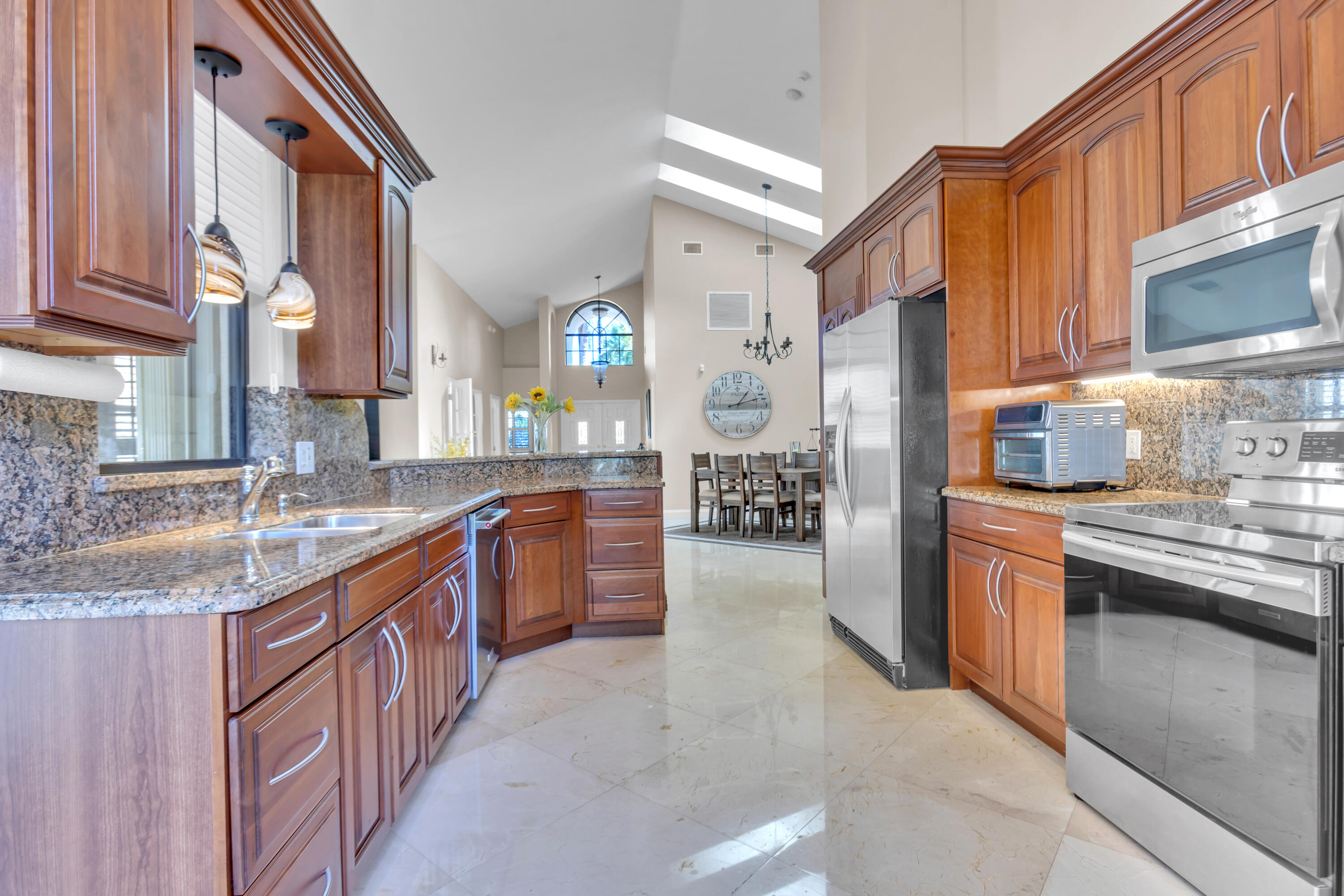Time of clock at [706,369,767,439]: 1:12
